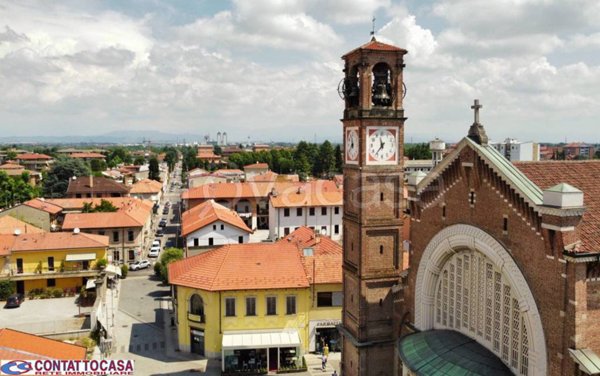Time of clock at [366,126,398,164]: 11:36
